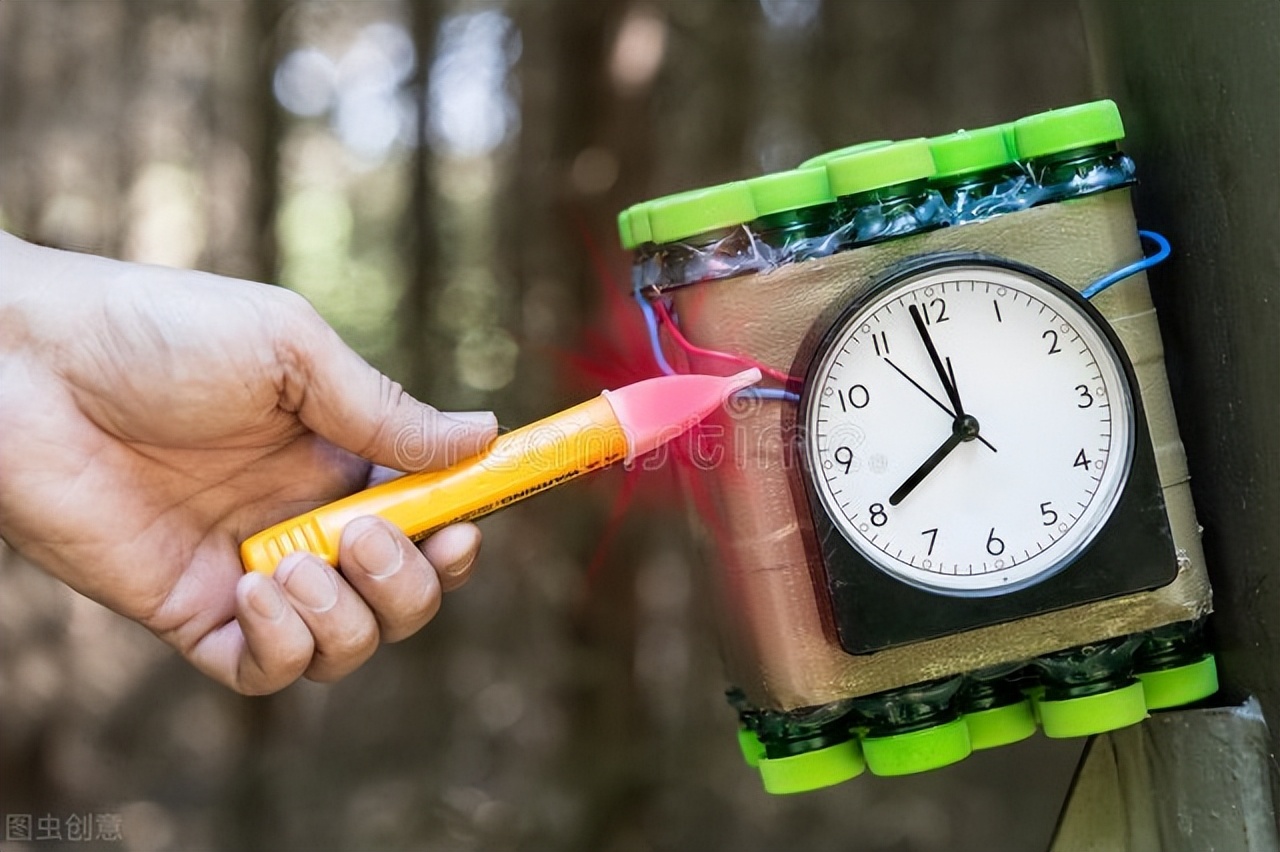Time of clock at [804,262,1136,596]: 7:58
